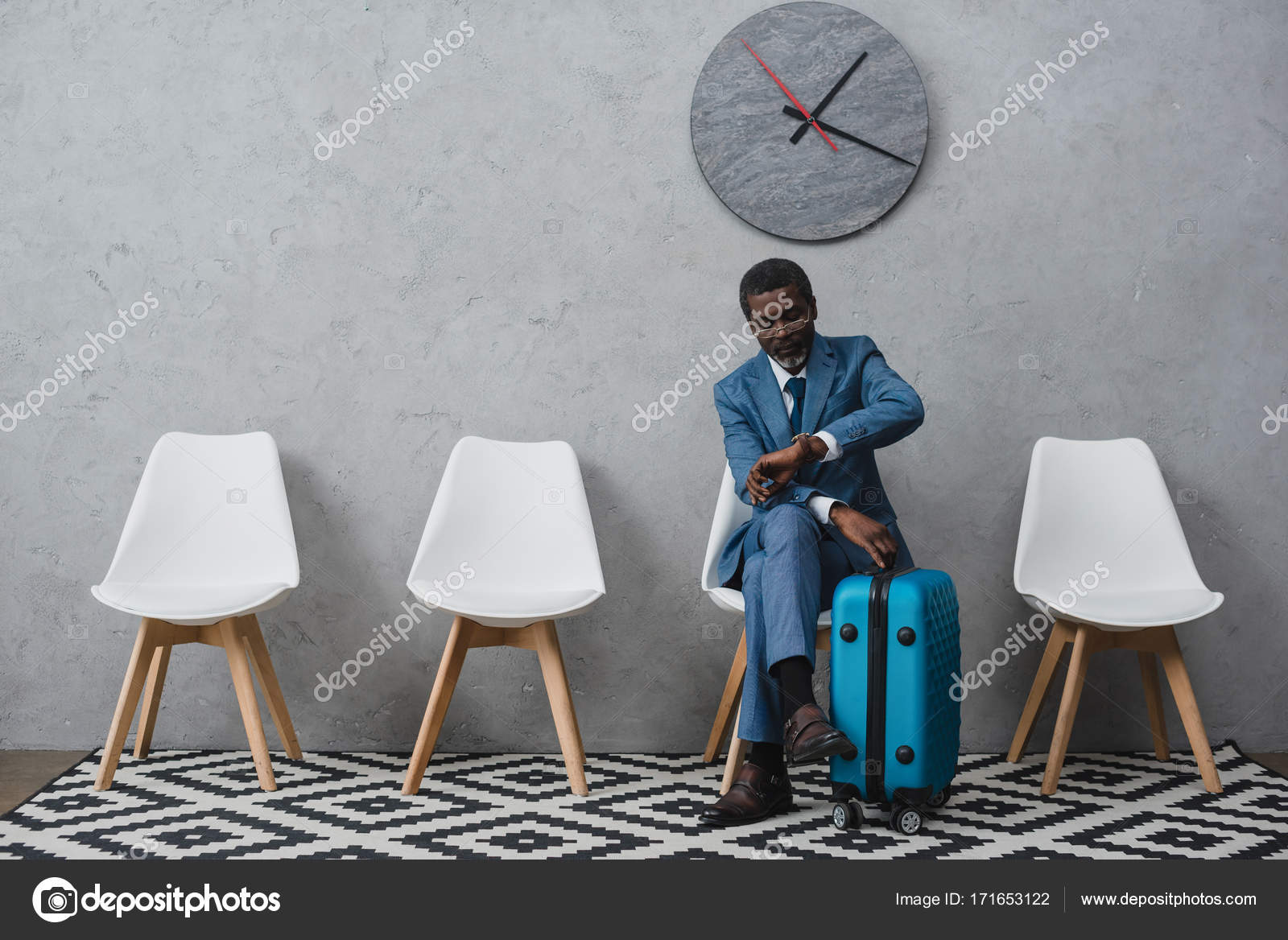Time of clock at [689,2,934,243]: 1:18
